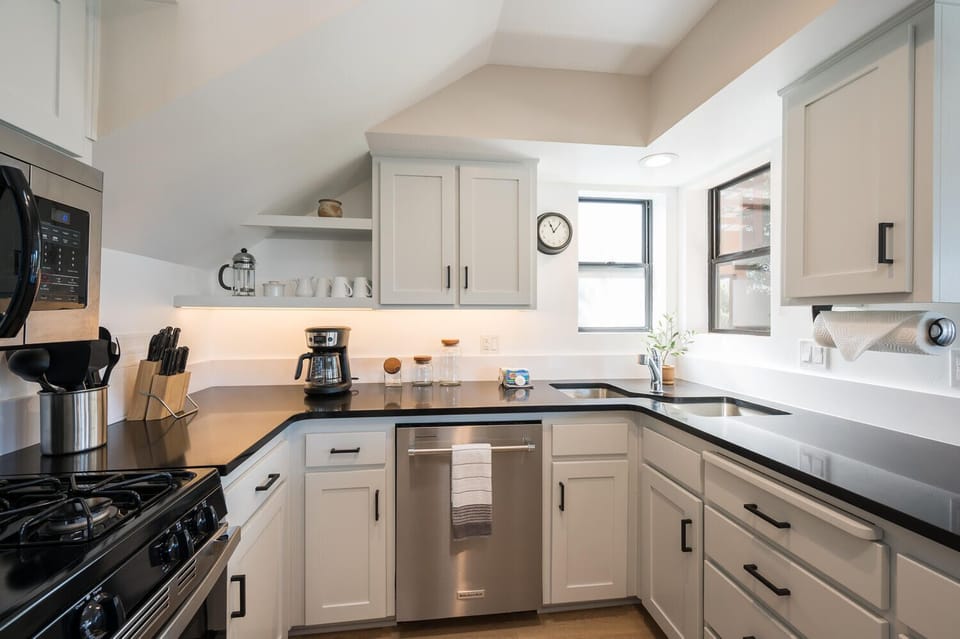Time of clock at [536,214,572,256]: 11:06
